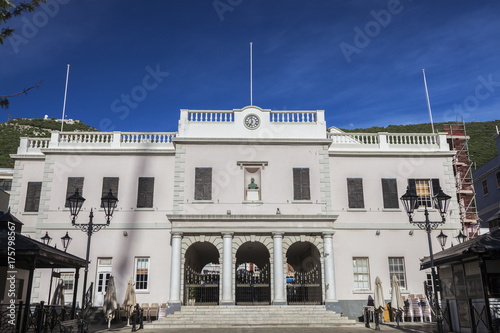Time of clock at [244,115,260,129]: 6:58
